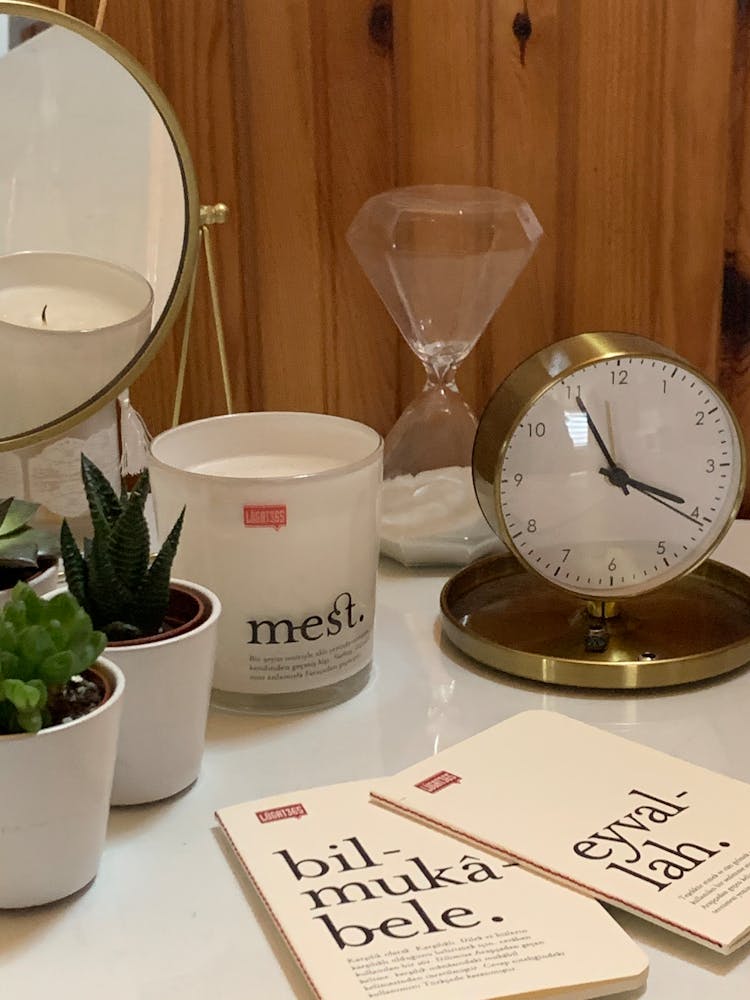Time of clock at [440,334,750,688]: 3:55
